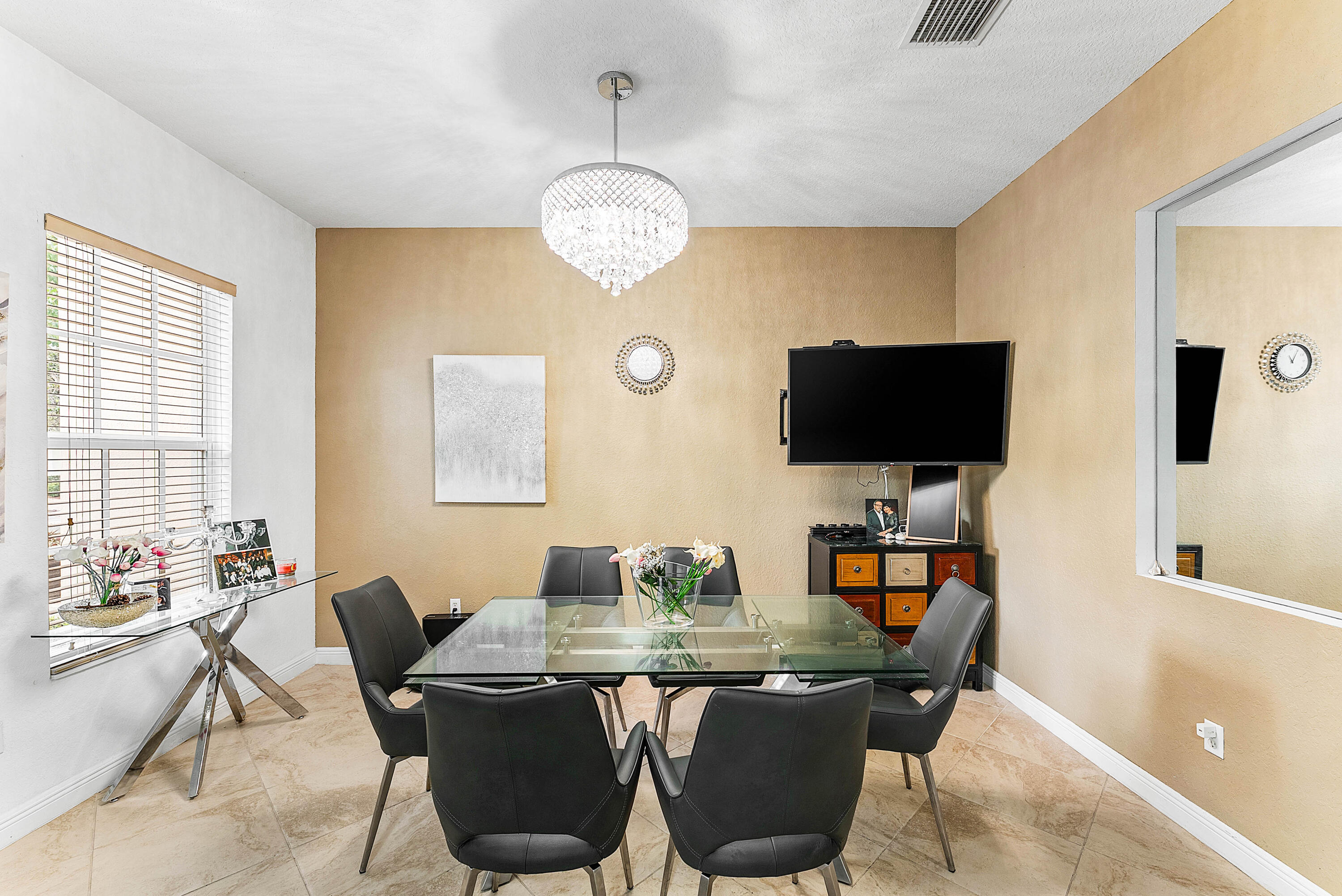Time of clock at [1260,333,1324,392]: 11:04
